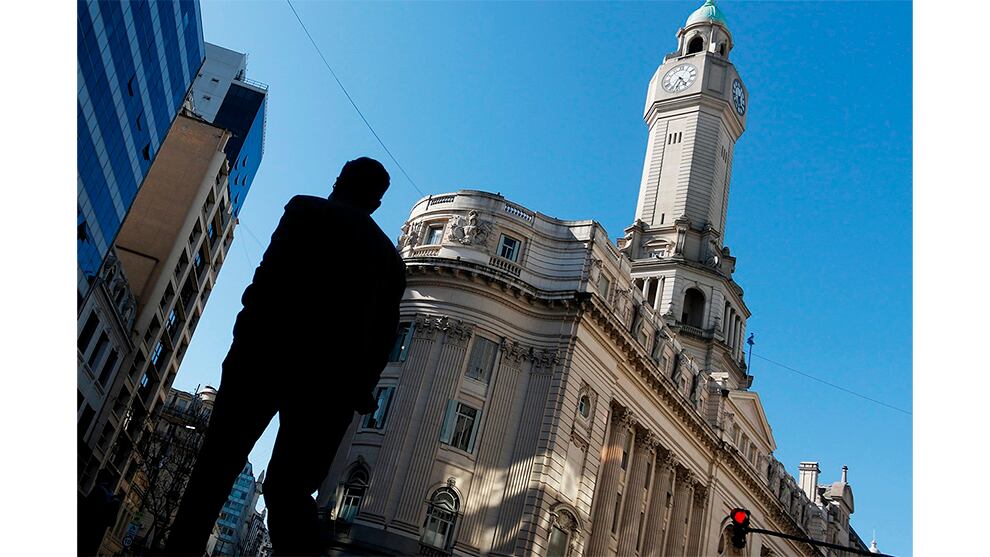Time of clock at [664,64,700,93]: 4:34
